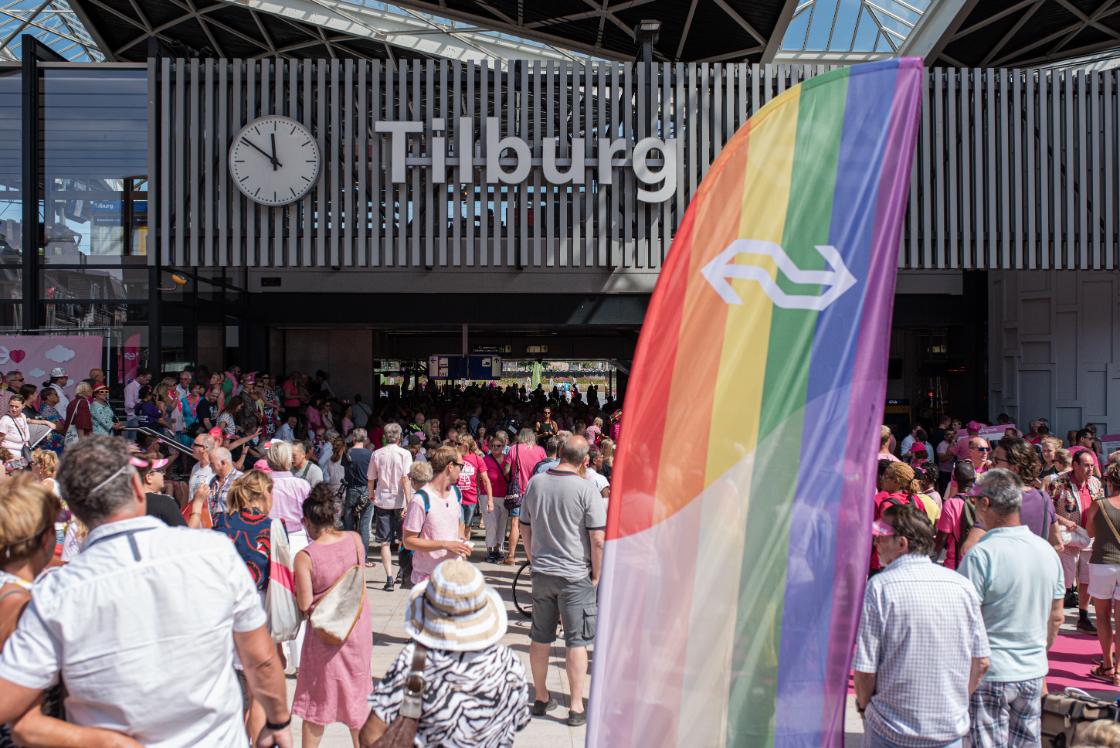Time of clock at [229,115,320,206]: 11:50
